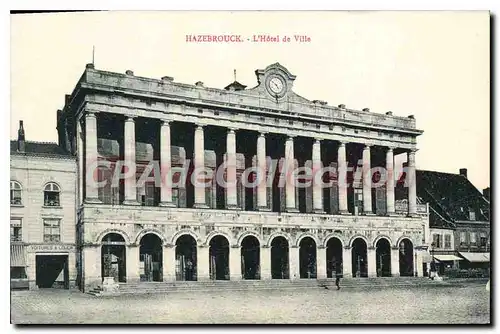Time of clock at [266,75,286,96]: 4:50
